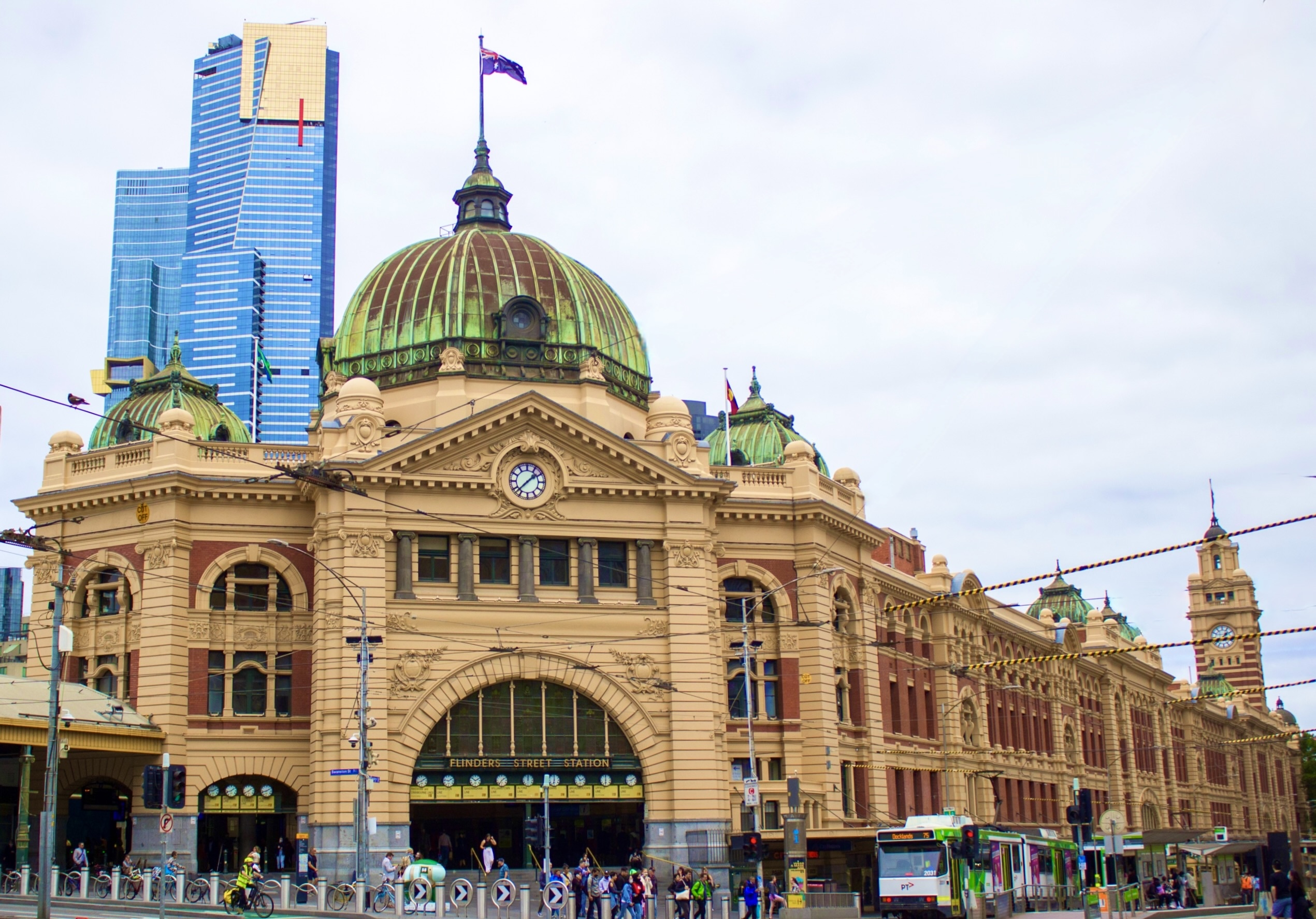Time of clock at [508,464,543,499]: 1:37
